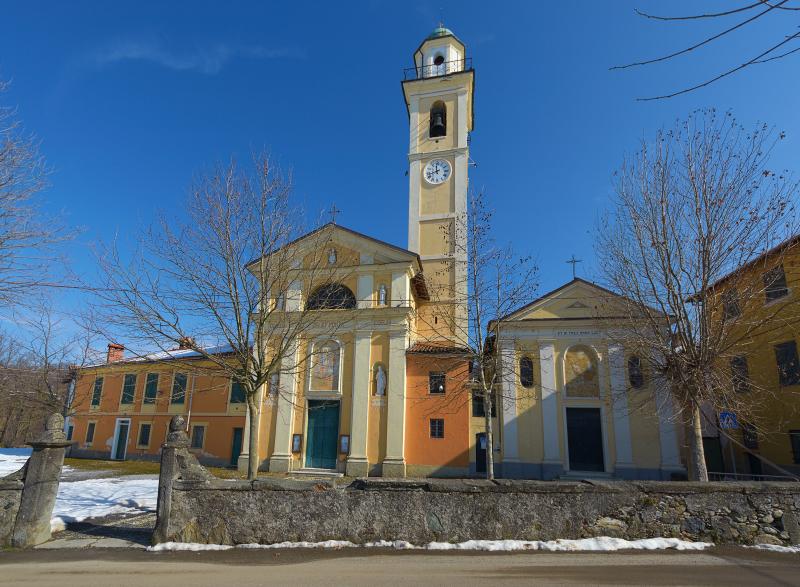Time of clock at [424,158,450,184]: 11:42
